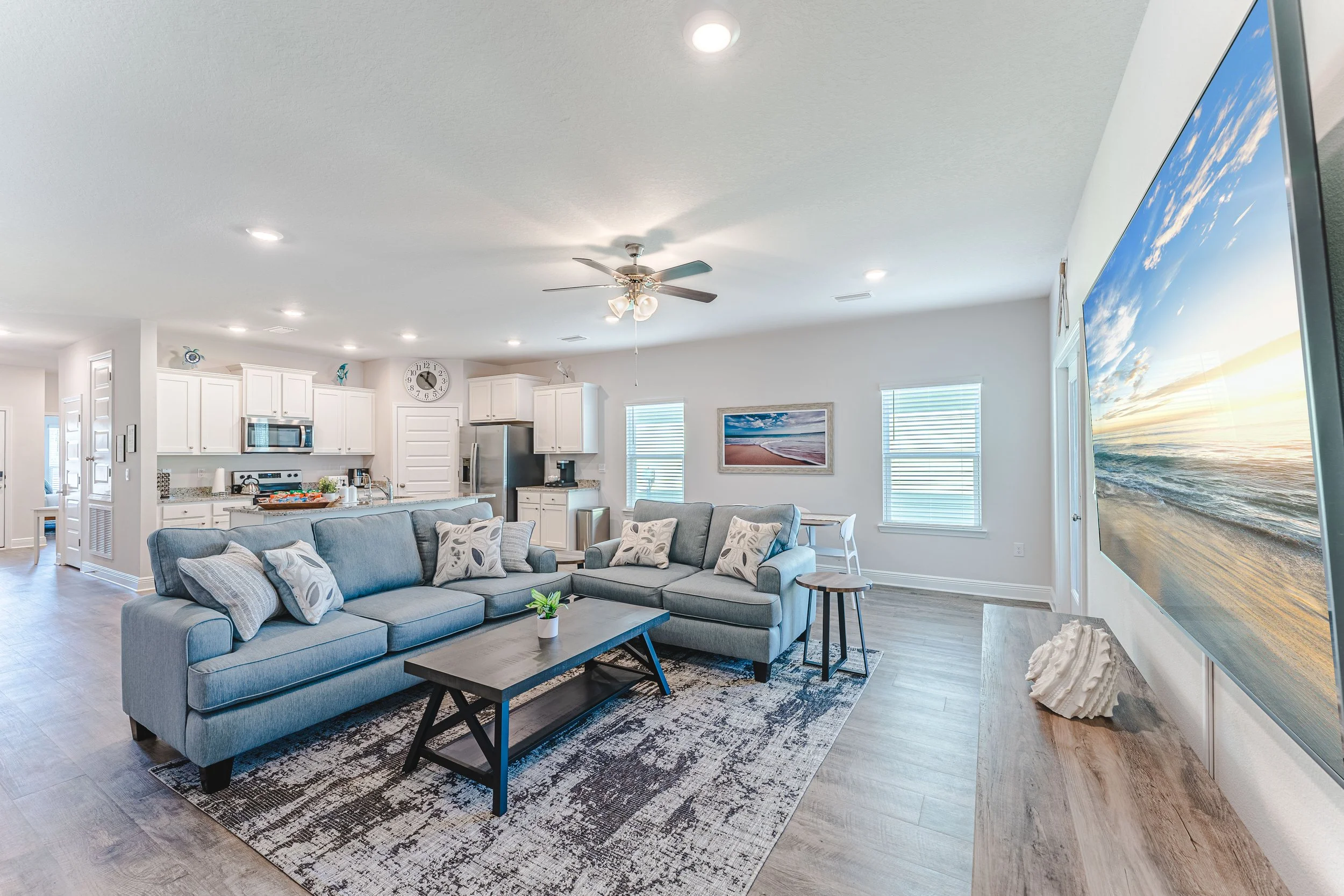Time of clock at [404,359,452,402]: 12:23
